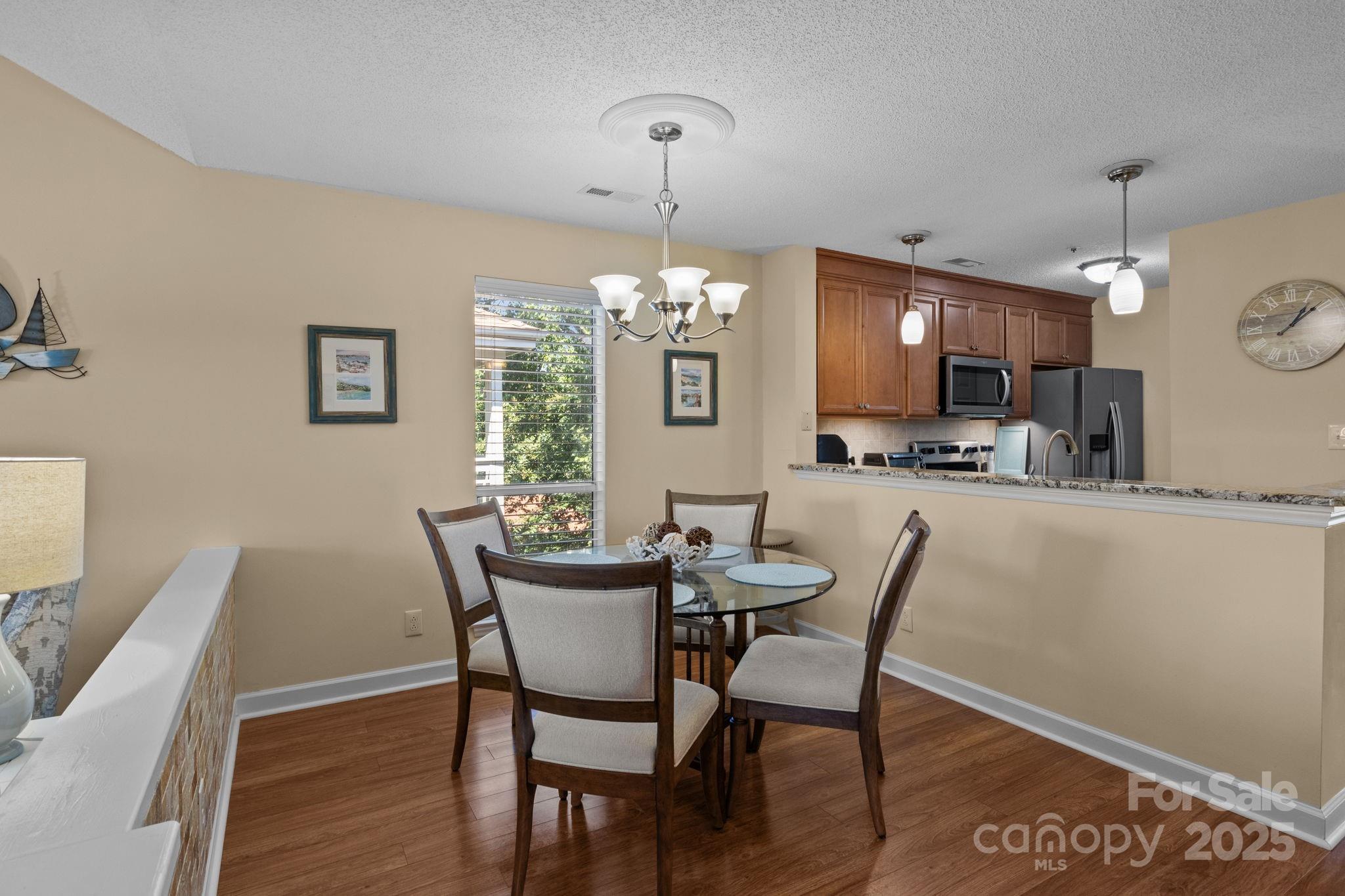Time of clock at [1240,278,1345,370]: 1:08
